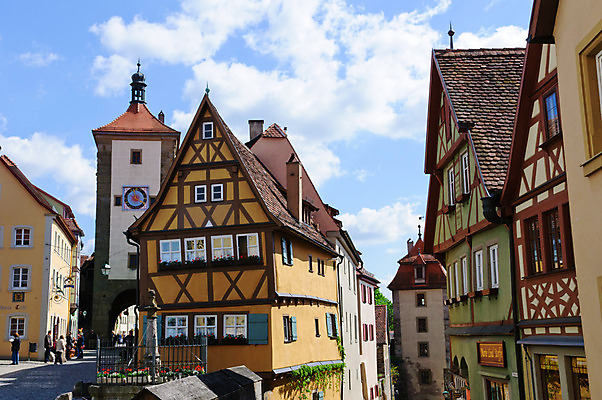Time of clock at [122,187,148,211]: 3:58
